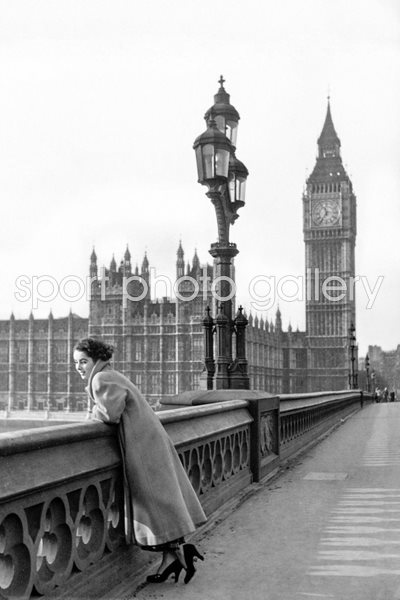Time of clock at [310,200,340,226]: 11:35
